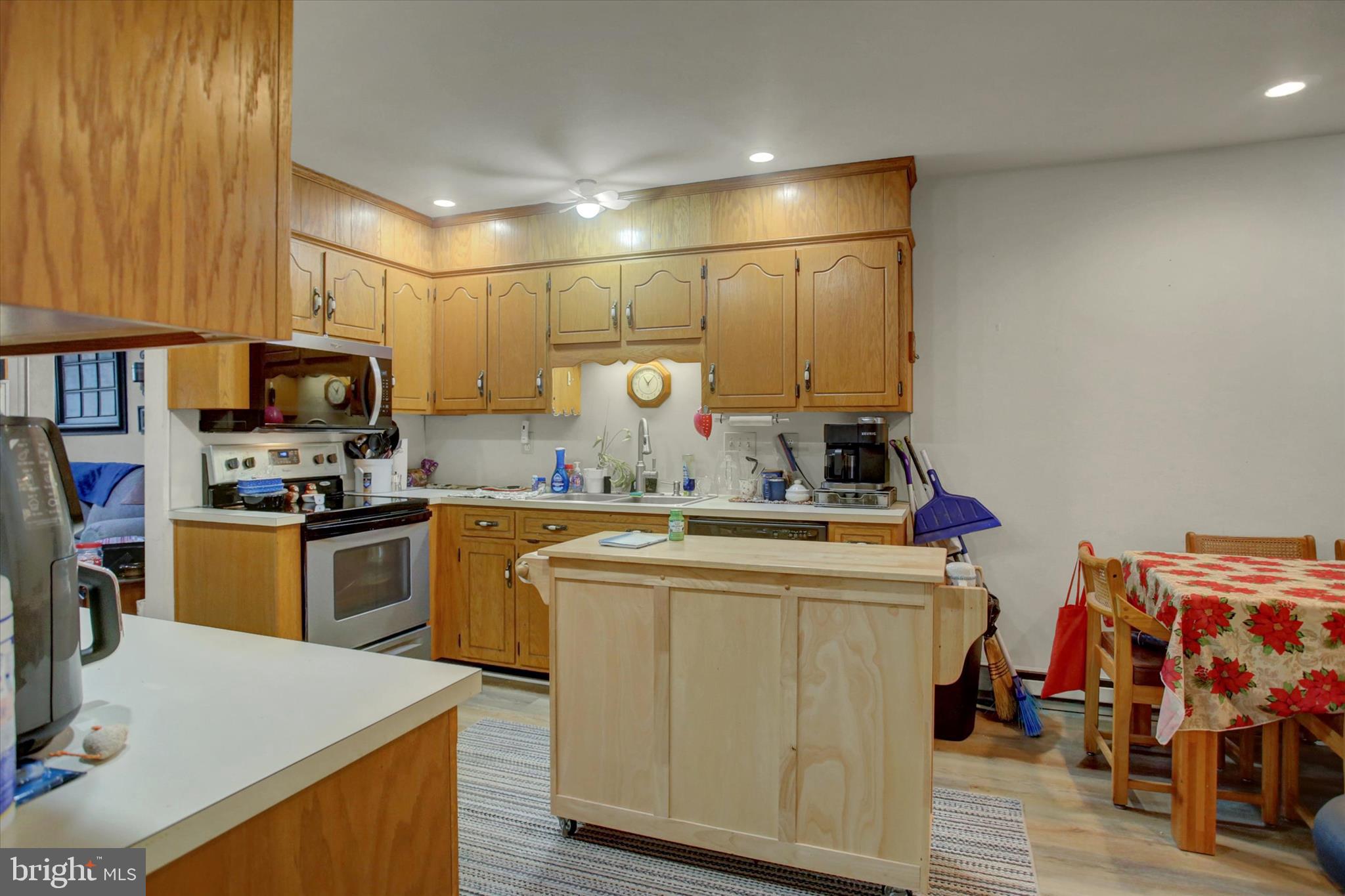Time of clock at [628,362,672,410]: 11:07
